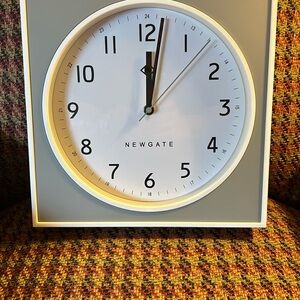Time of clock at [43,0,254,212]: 12:01
